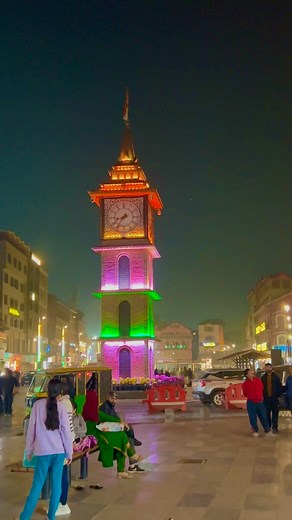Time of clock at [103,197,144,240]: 8:36
